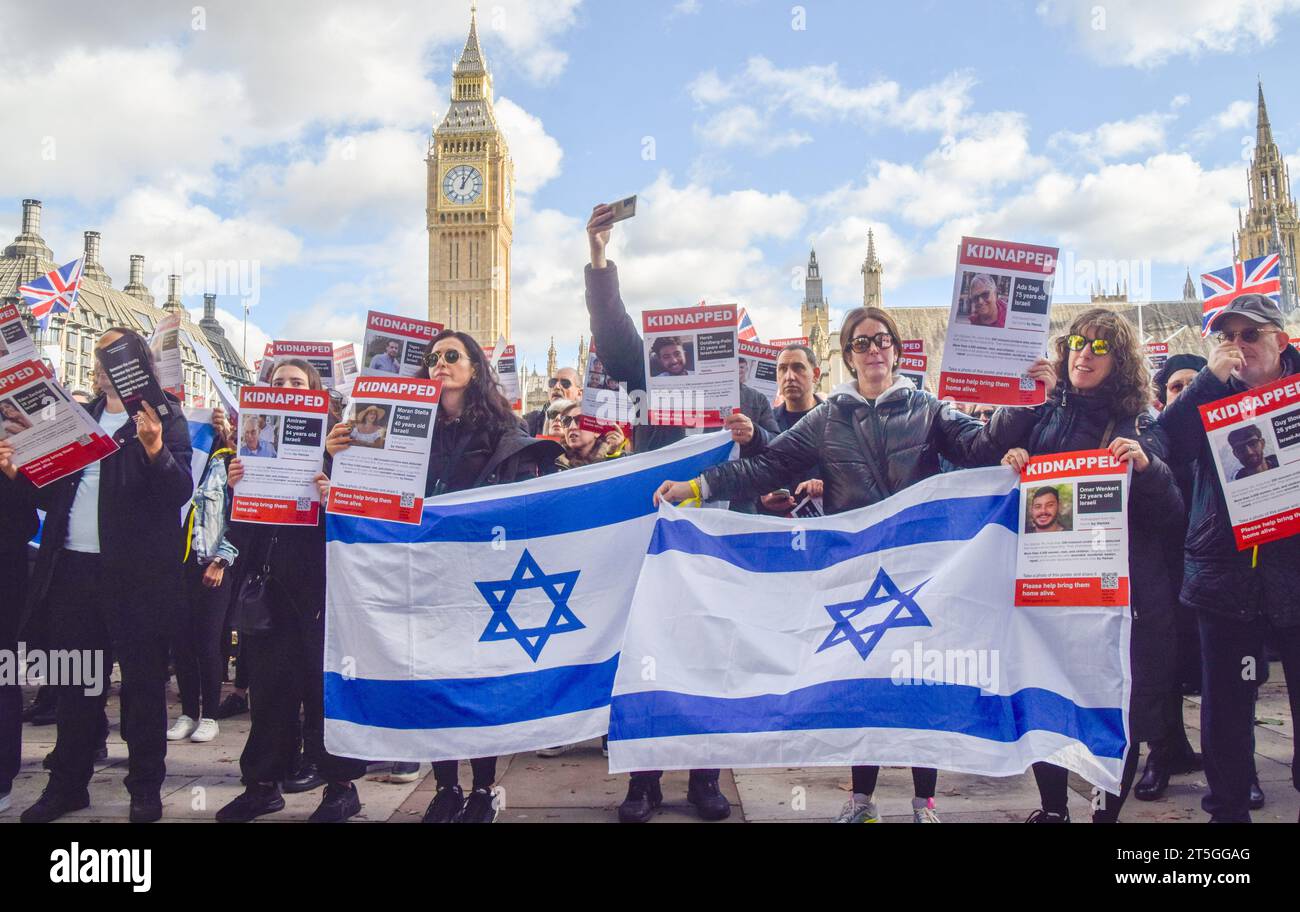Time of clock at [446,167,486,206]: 12:05
